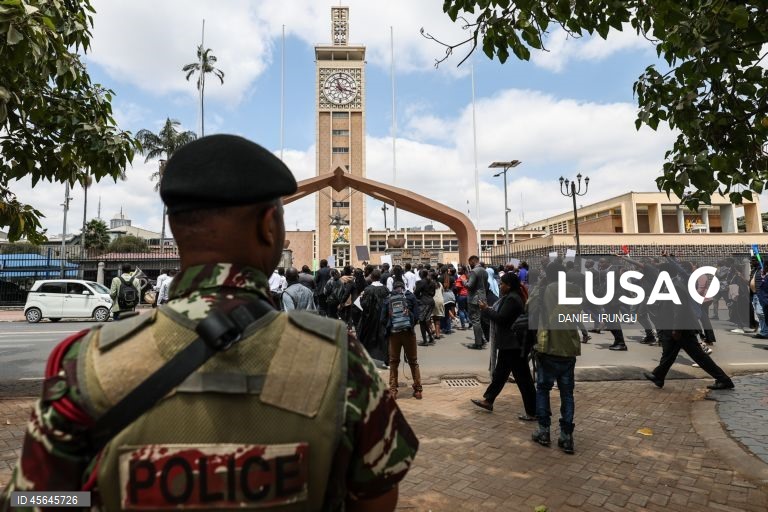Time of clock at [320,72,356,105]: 11:17
